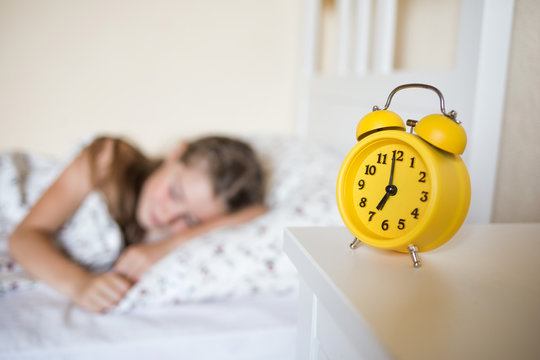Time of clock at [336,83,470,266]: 6:59
